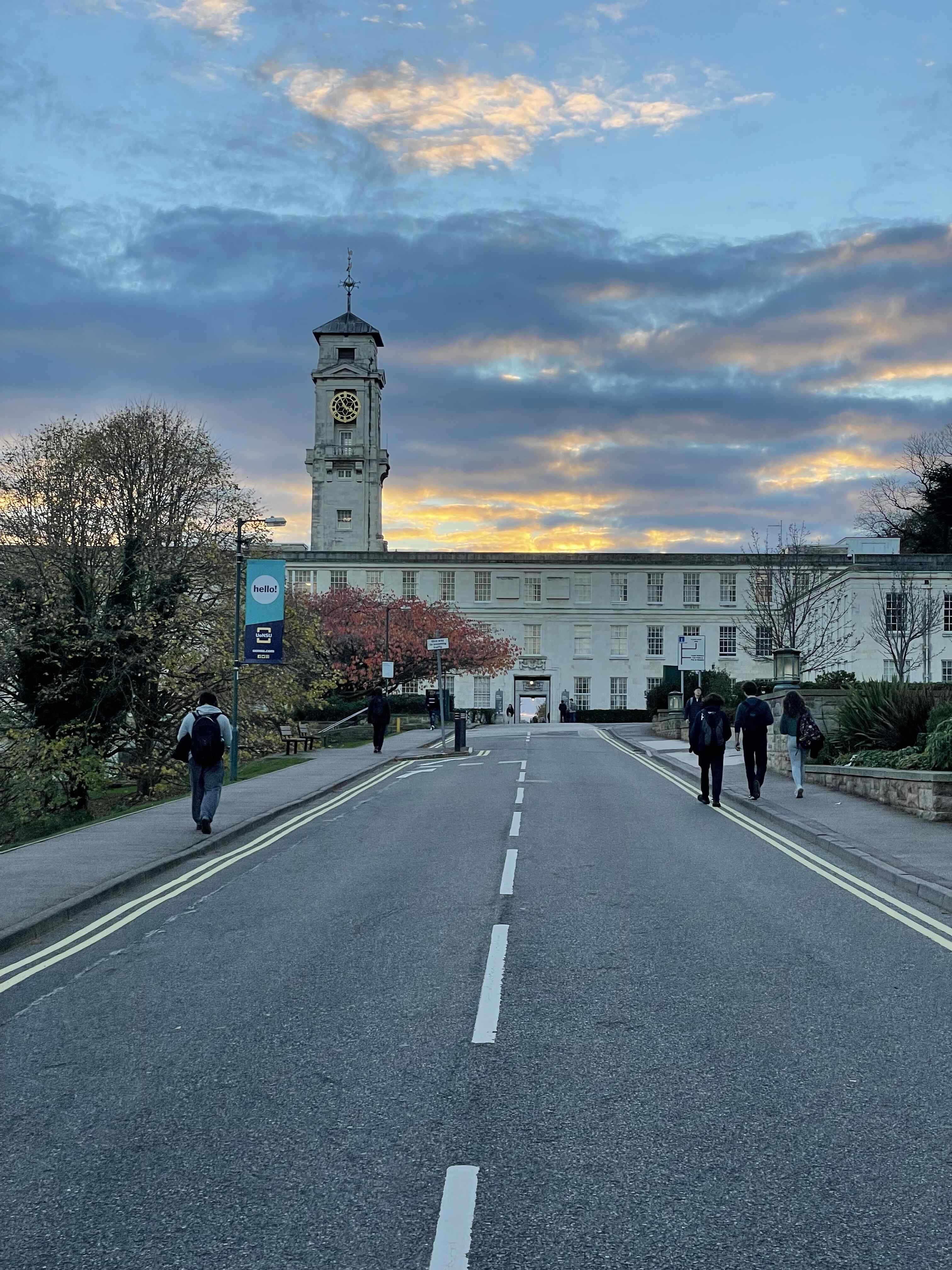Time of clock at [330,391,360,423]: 3:54
